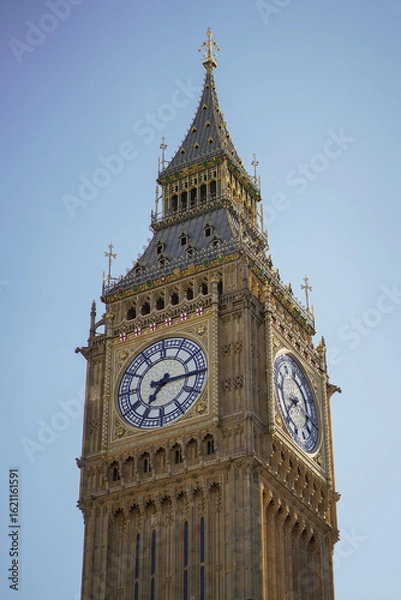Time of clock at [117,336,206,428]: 7:15
